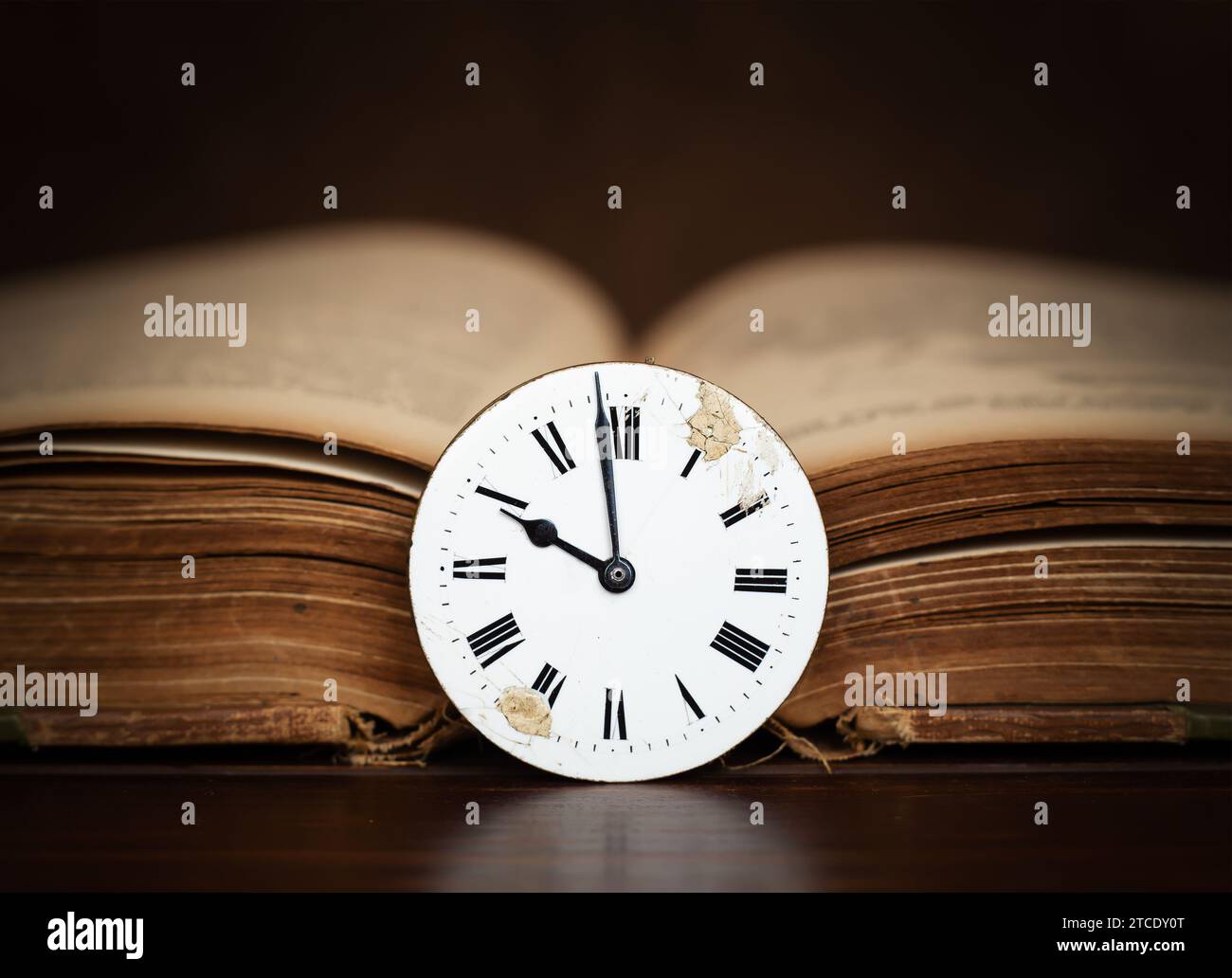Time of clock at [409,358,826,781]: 9:58
